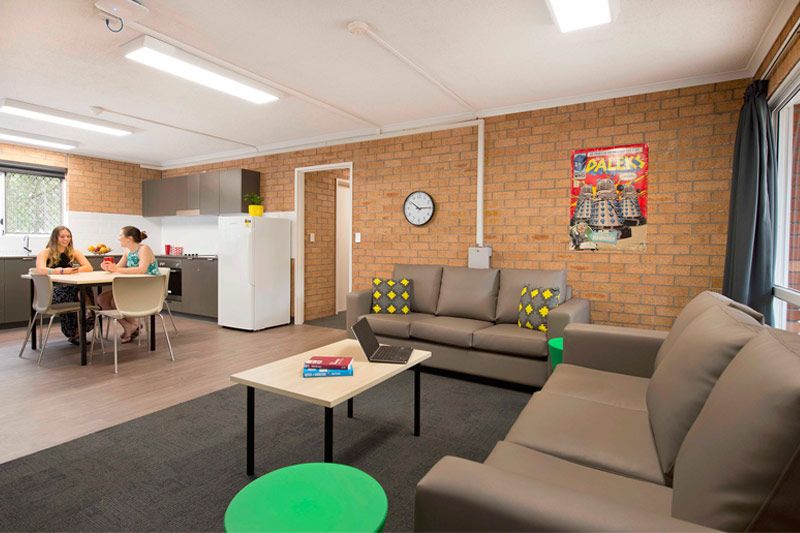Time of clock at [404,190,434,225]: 10:14
